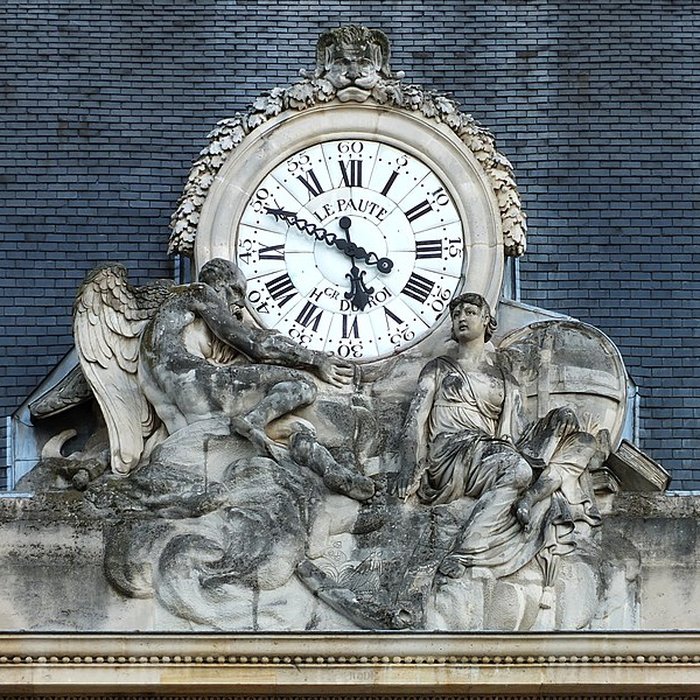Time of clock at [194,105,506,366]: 5:49
